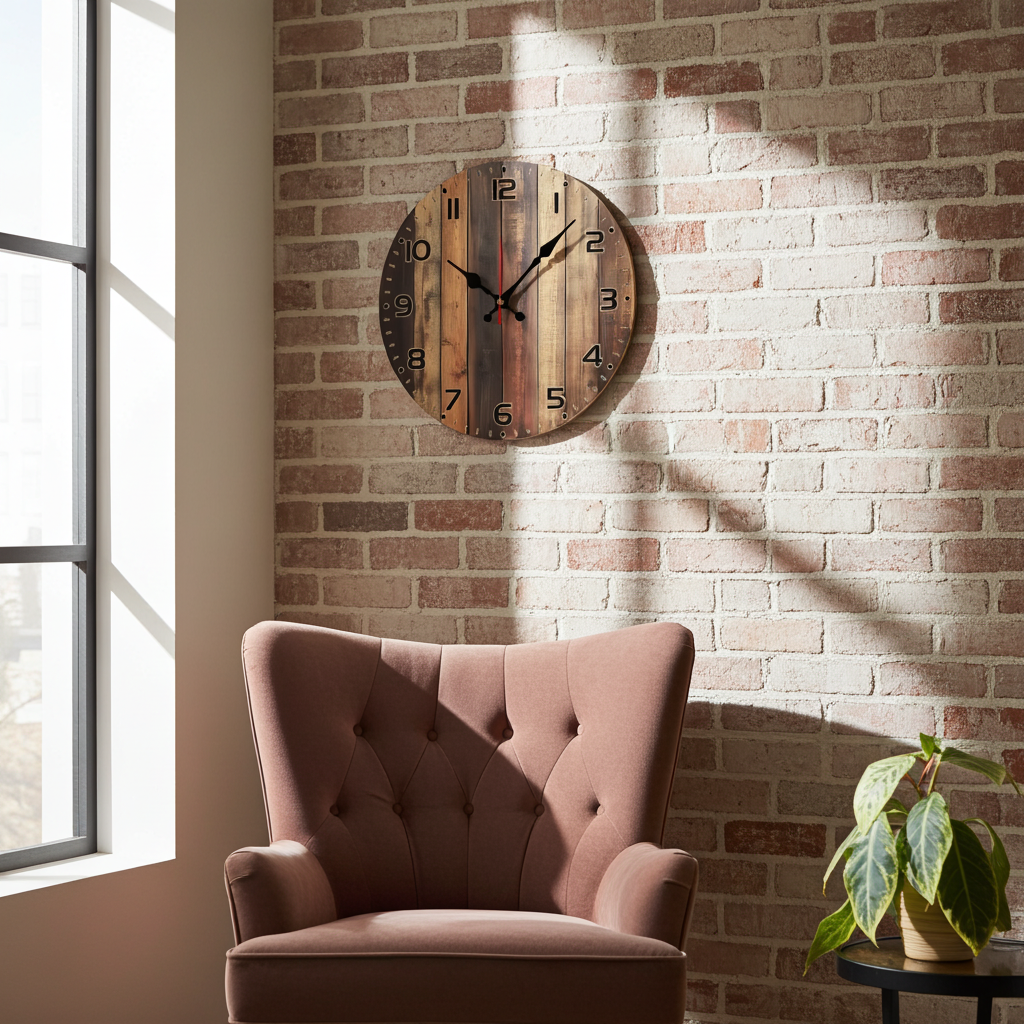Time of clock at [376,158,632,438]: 10:07
